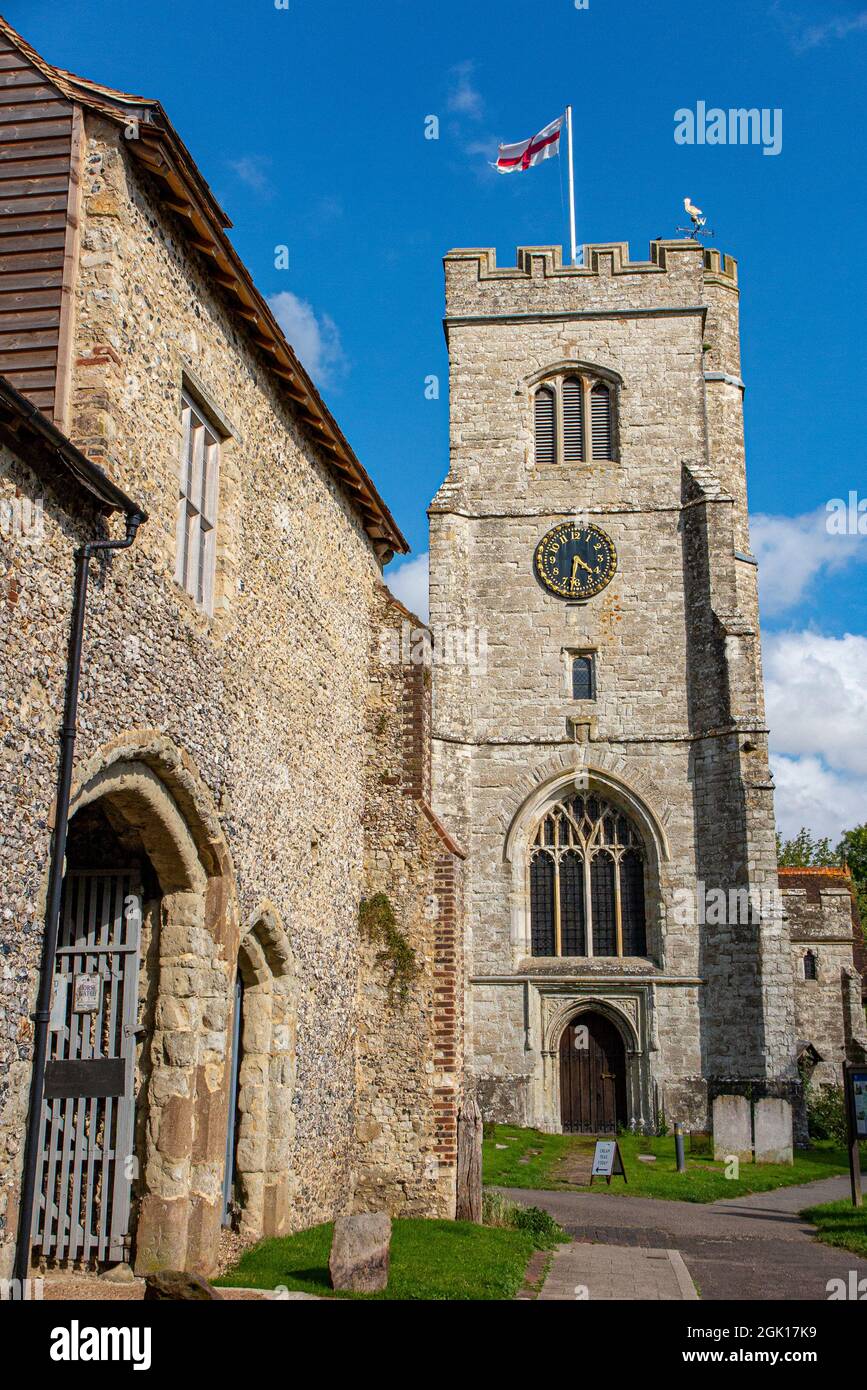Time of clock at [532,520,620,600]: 4:31
